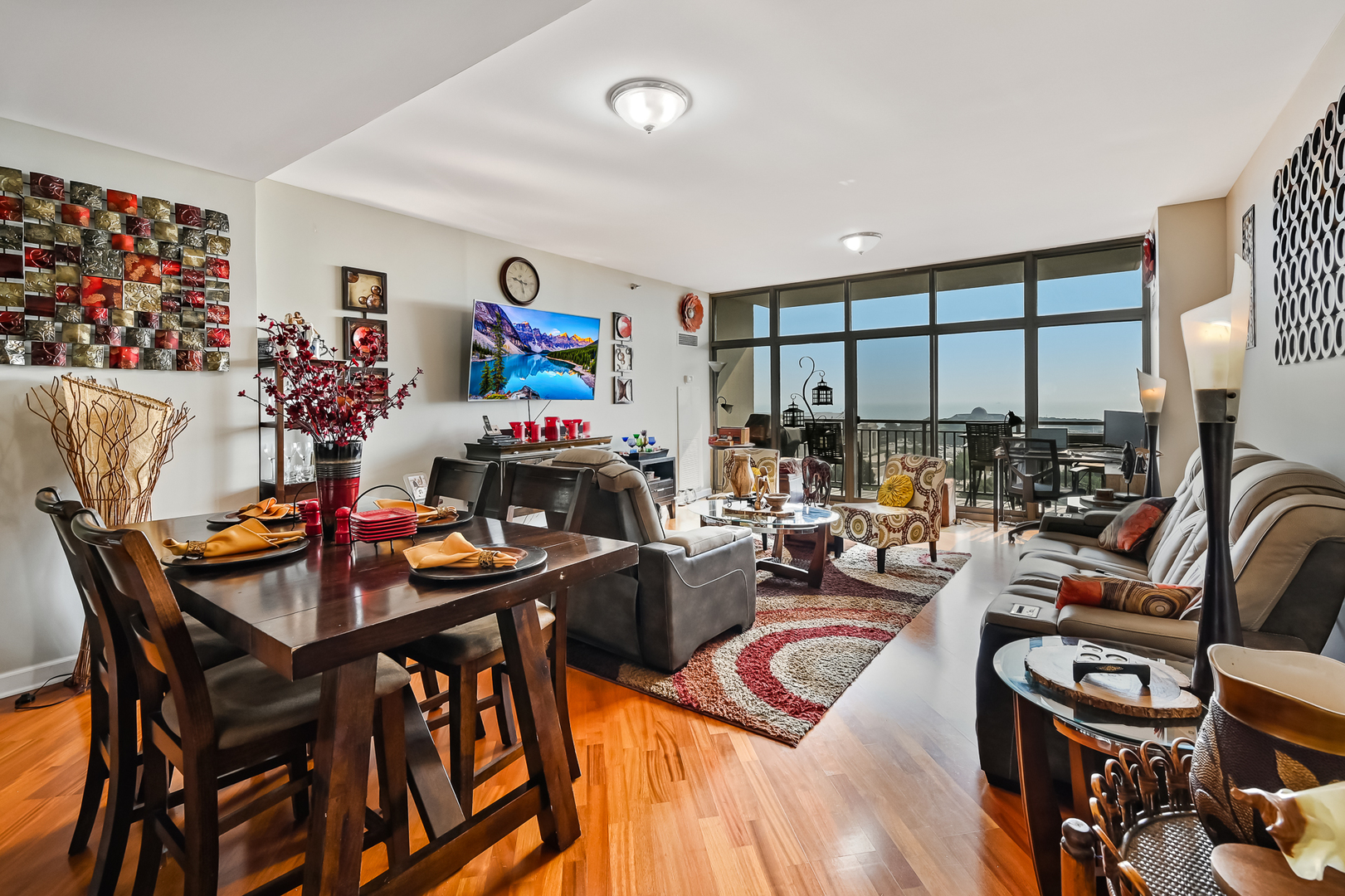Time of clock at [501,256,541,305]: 9:27
